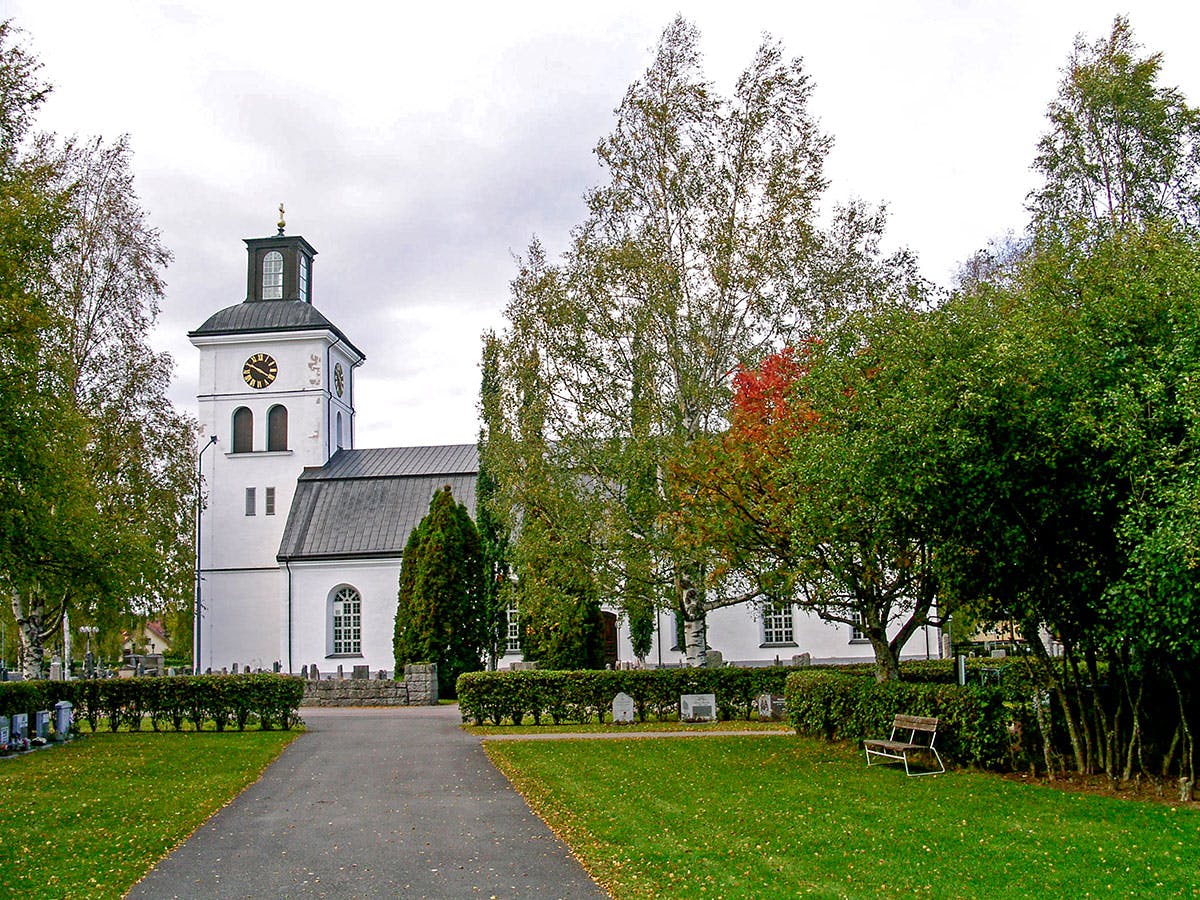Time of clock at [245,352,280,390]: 3:48
